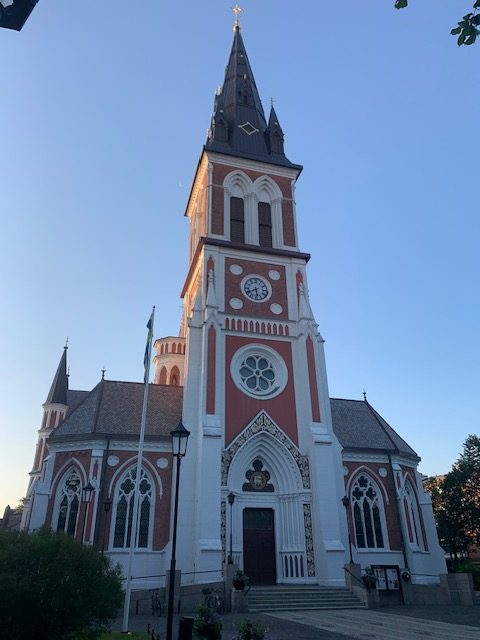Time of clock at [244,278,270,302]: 5:40
